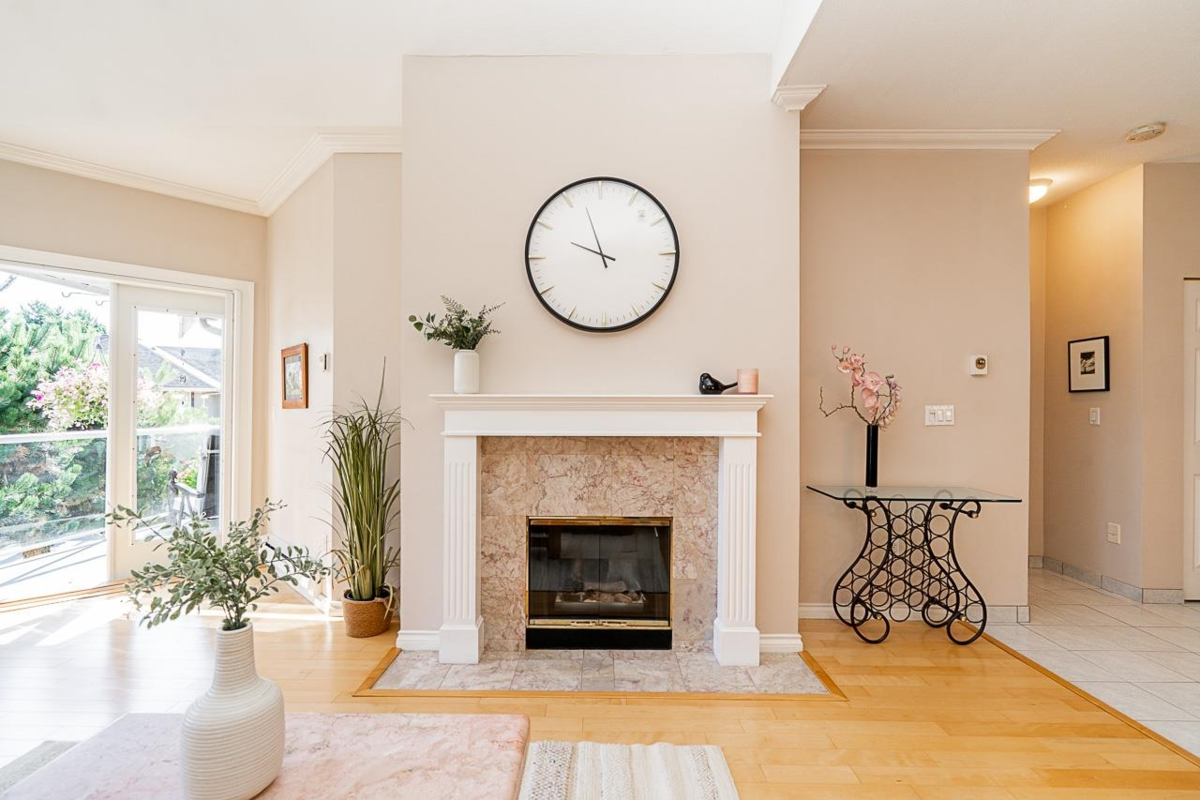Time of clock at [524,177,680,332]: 9:57
